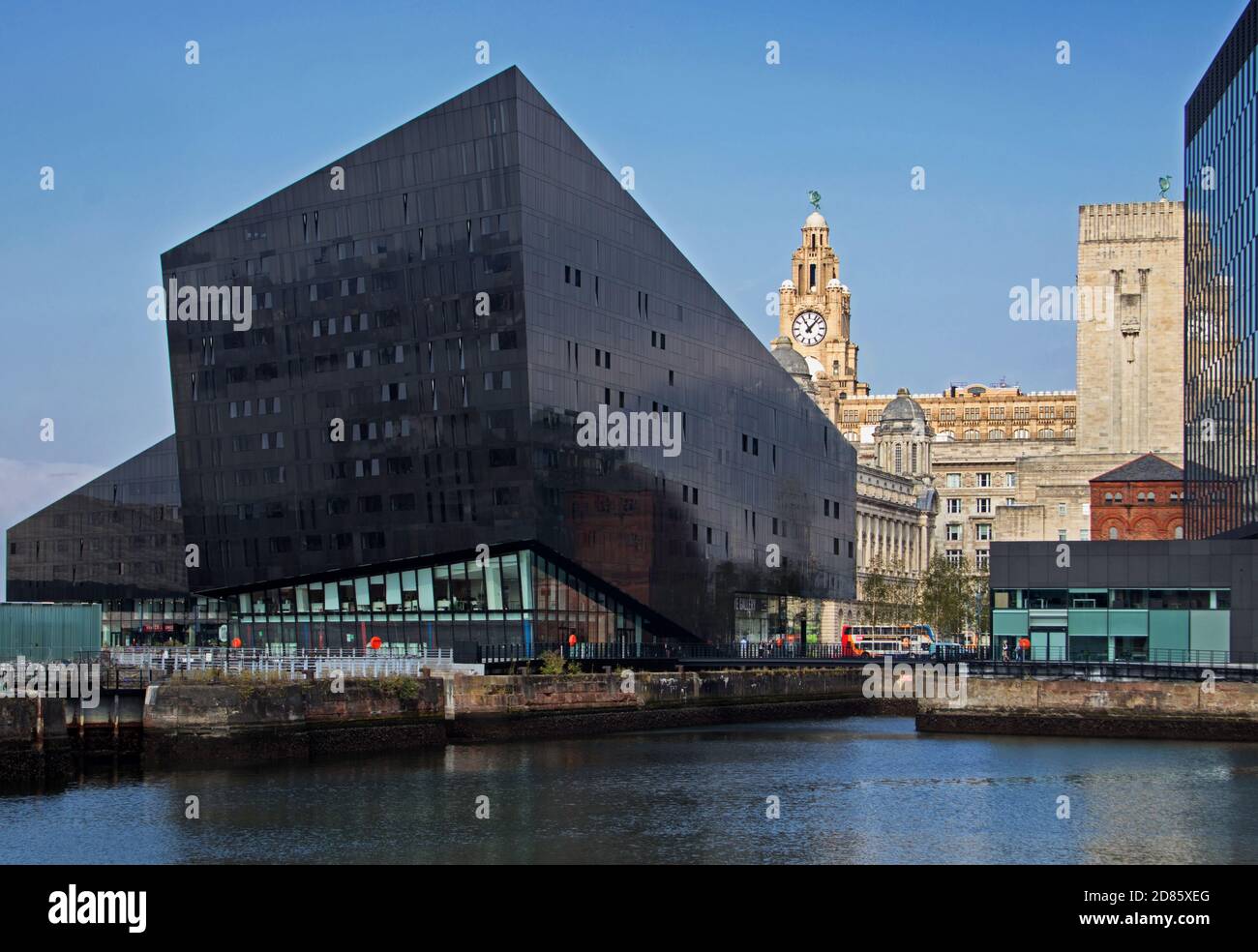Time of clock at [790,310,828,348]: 11:07
